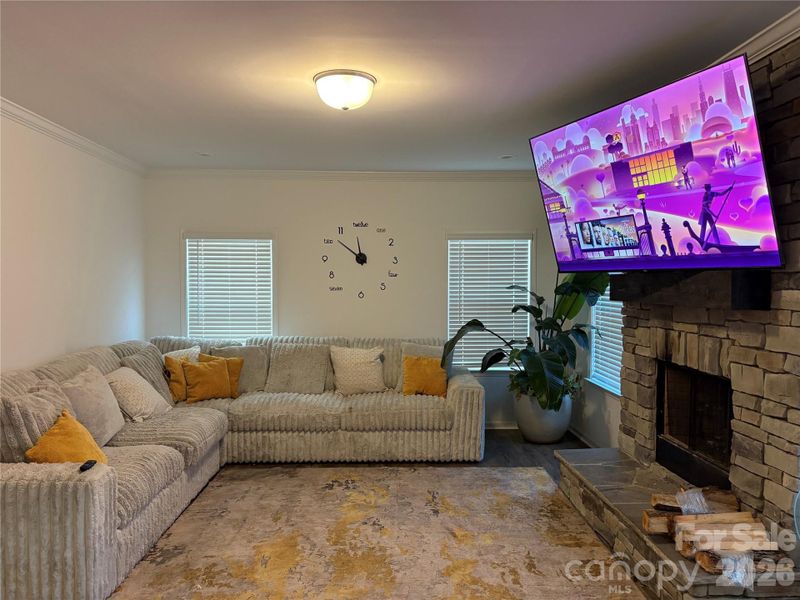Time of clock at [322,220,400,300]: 11:52
